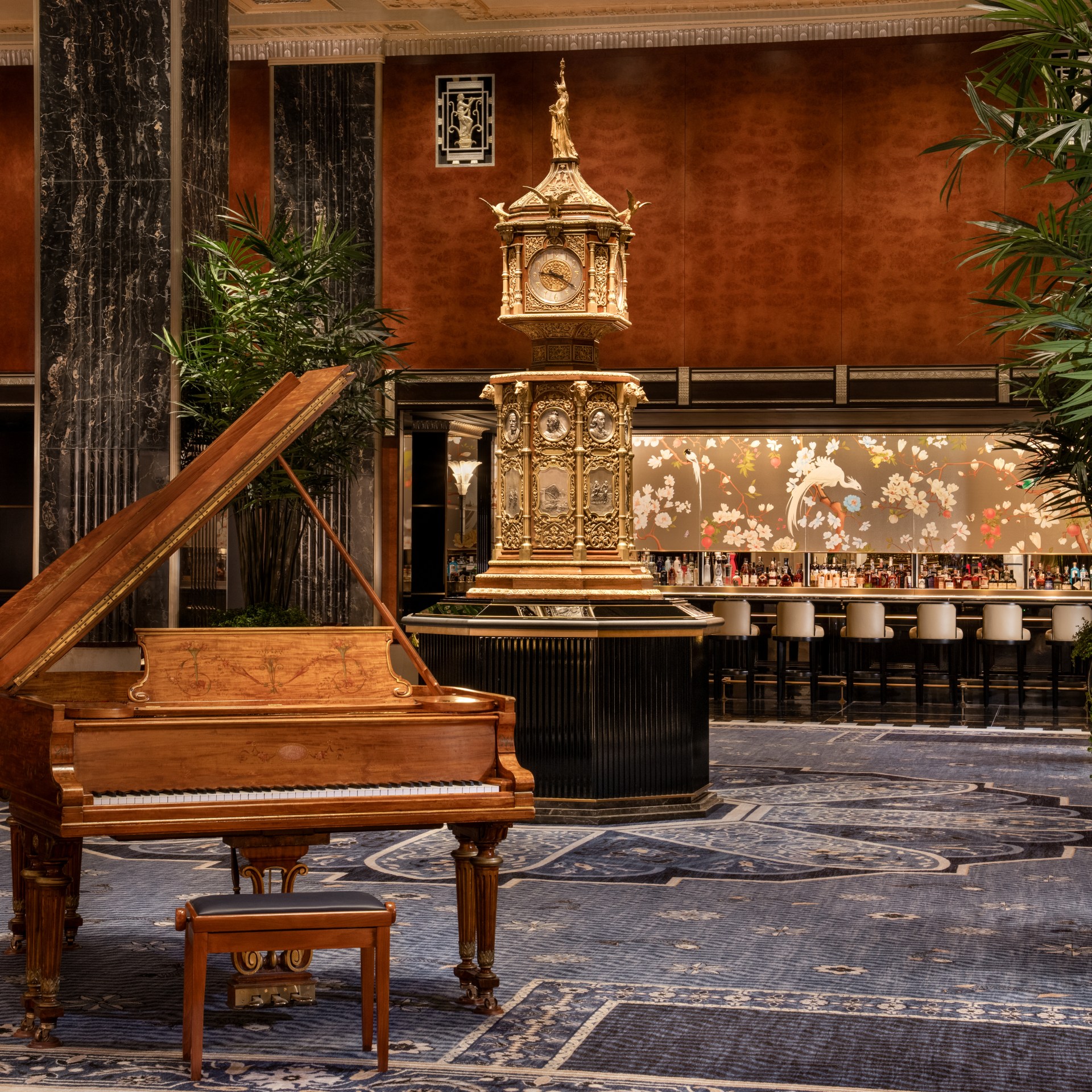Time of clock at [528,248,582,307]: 9:20
